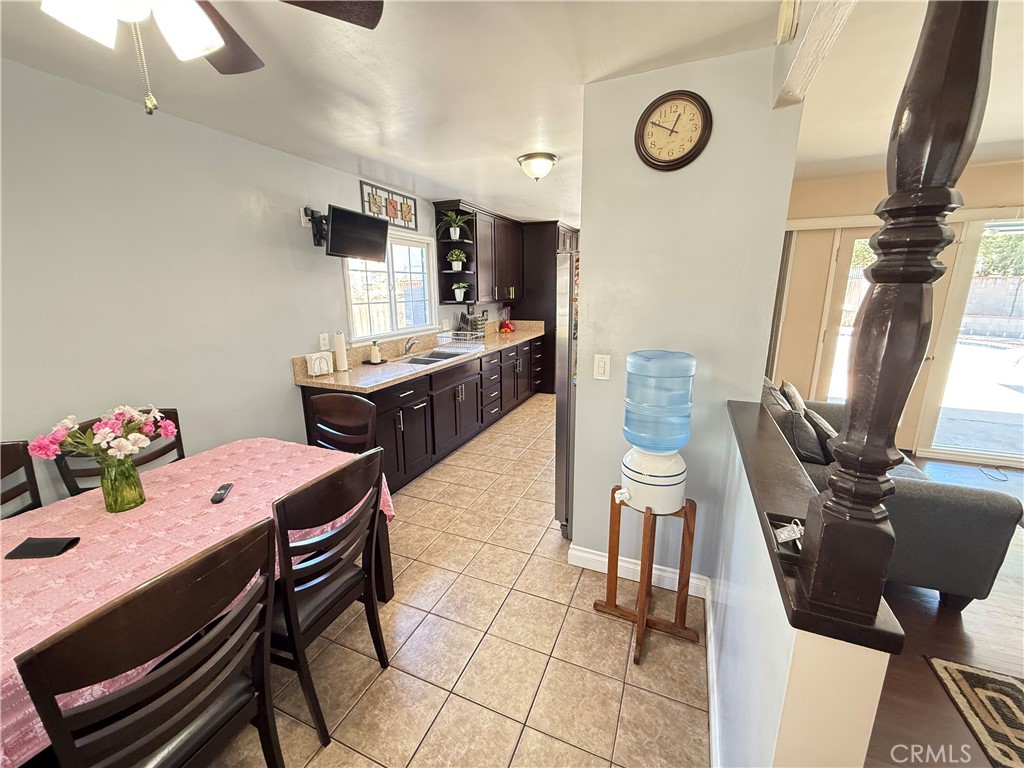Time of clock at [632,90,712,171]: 12:49
